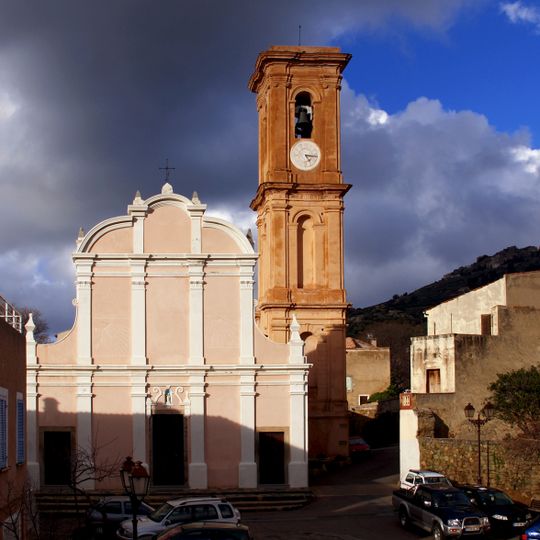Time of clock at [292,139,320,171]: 5:15
